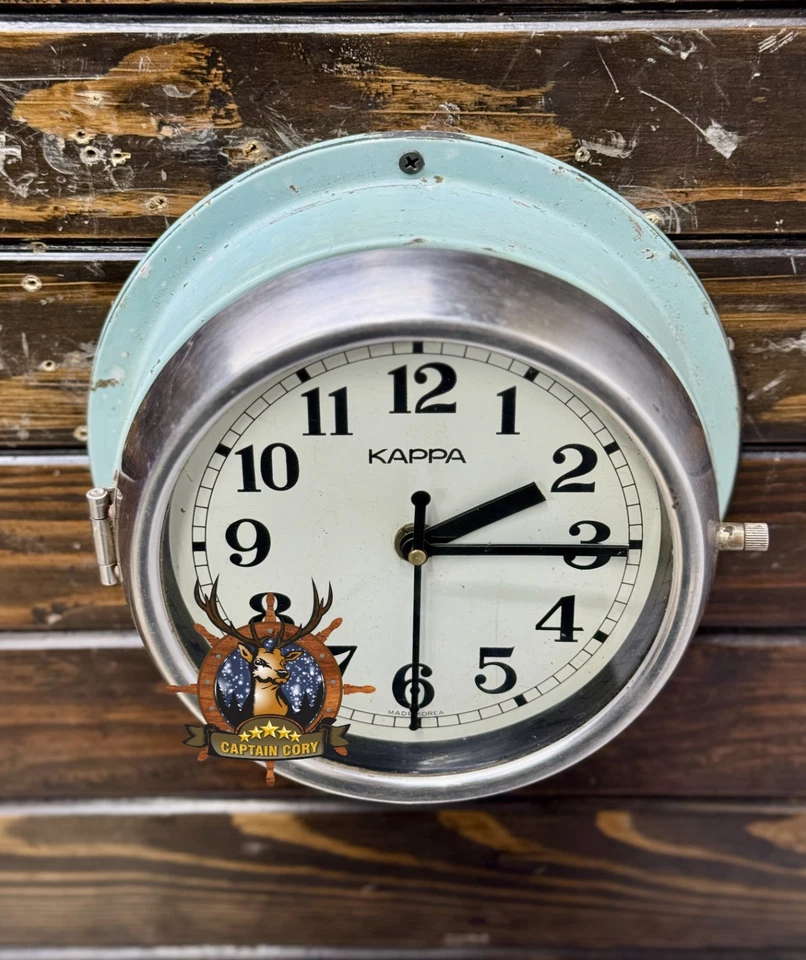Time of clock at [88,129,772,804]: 2:15
